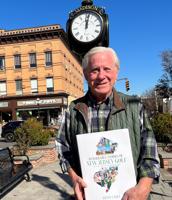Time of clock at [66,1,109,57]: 12:02
